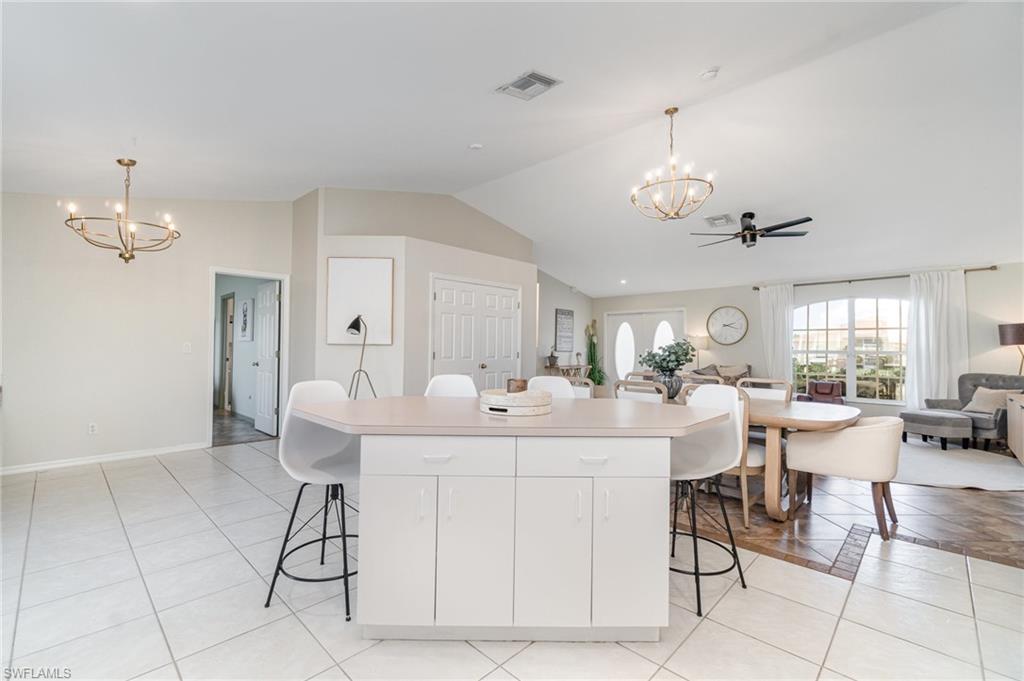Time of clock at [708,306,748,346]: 2:17
